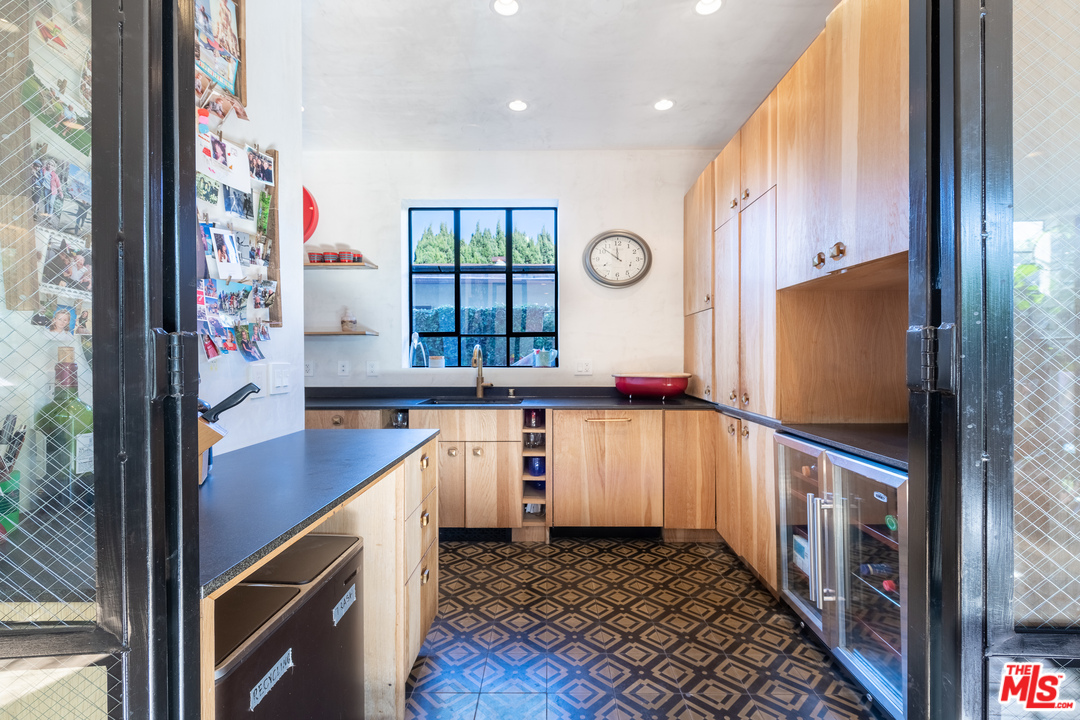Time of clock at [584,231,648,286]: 11:52
